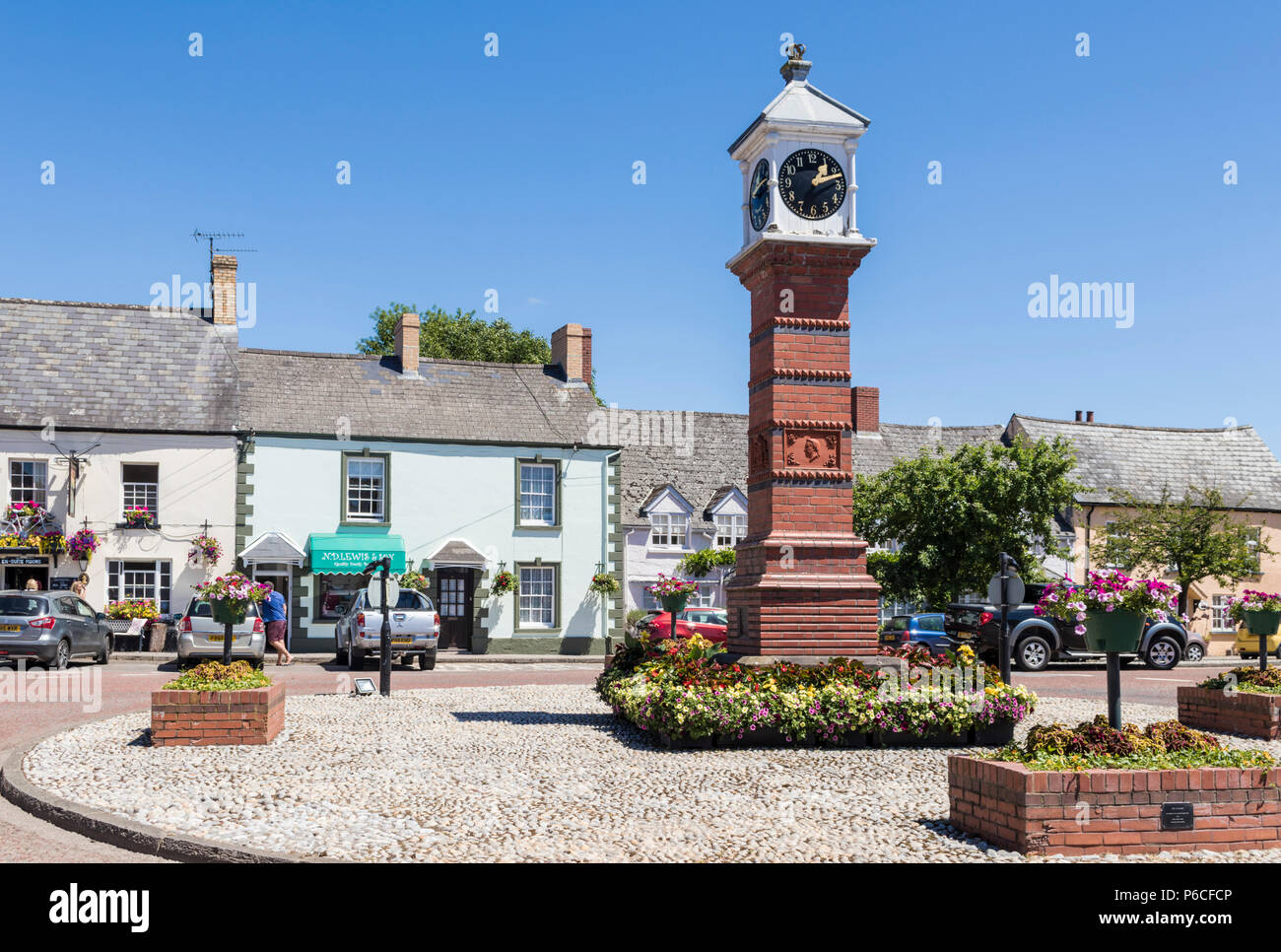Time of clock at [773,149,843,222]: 1:11
